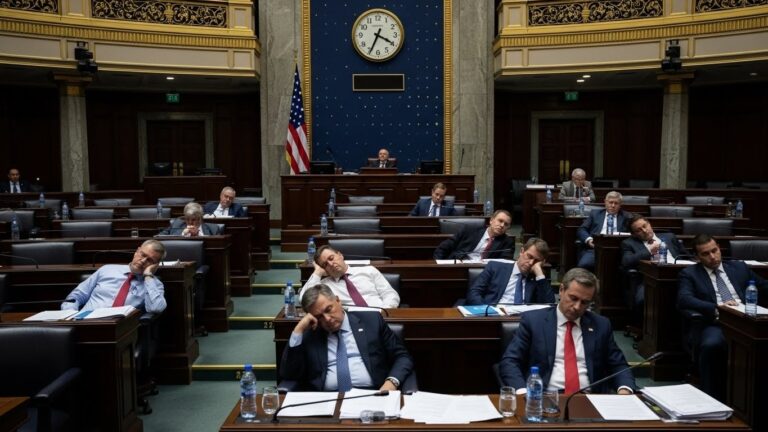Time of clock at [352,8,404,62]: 3:34
